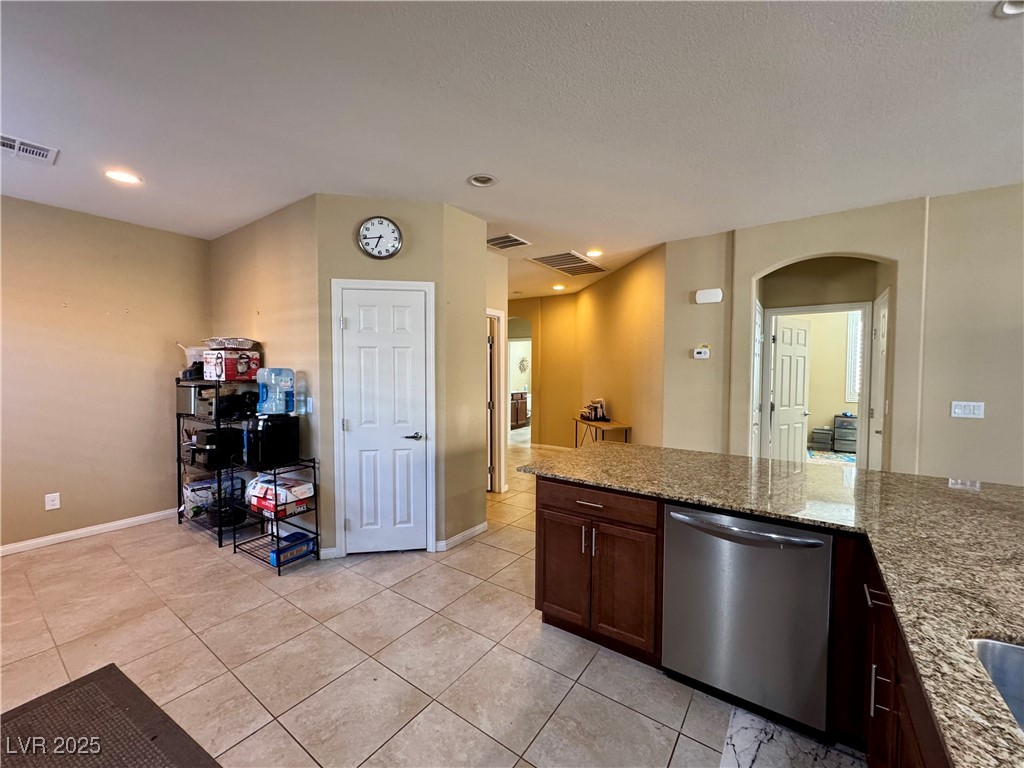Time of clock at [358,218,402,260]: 6:43
